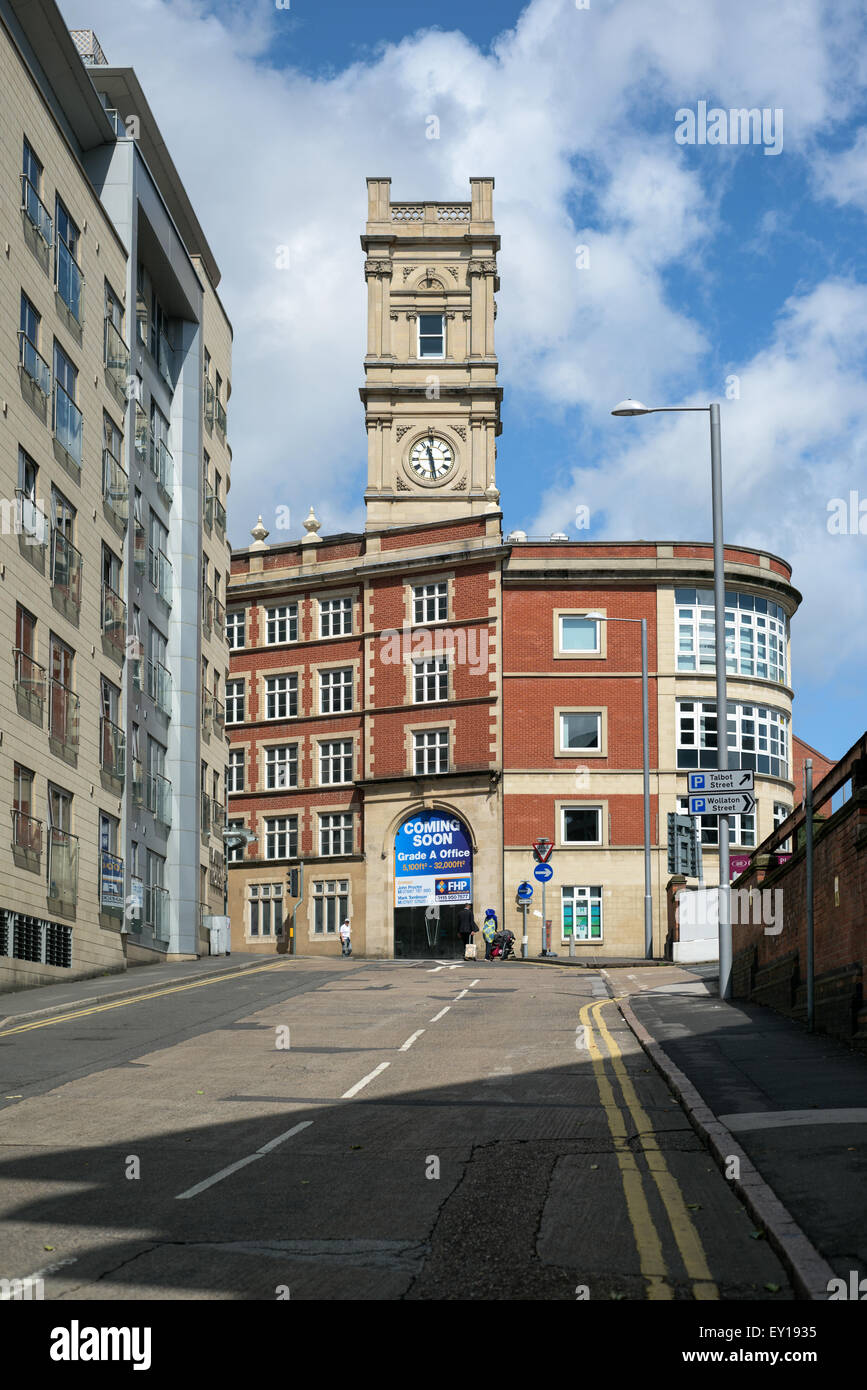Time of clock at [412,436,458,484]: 11:28
